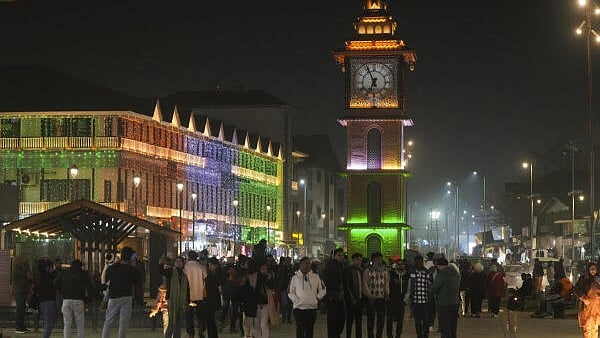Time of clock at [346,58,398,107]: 6:55
